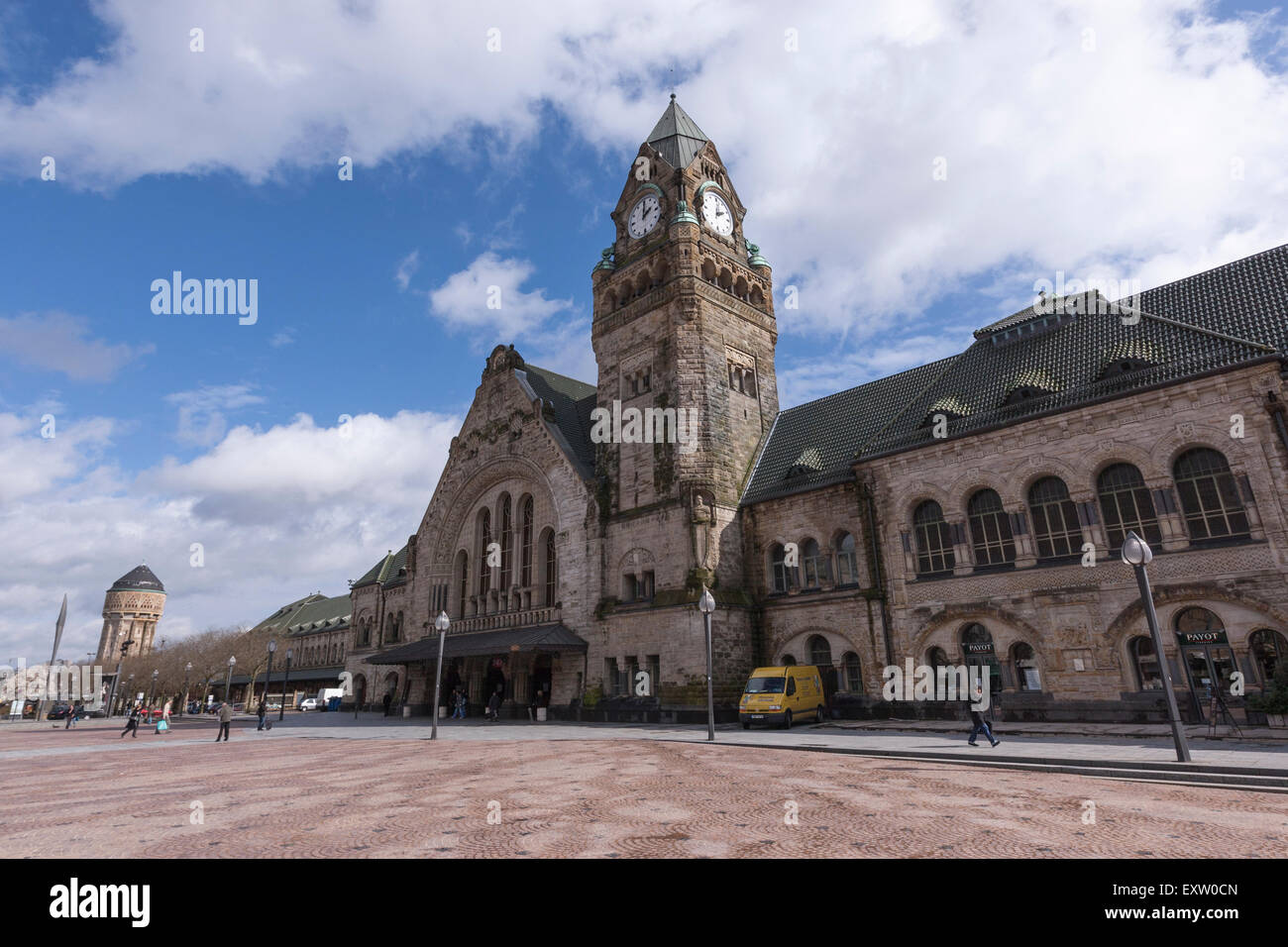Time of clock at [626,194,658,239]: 2:01
